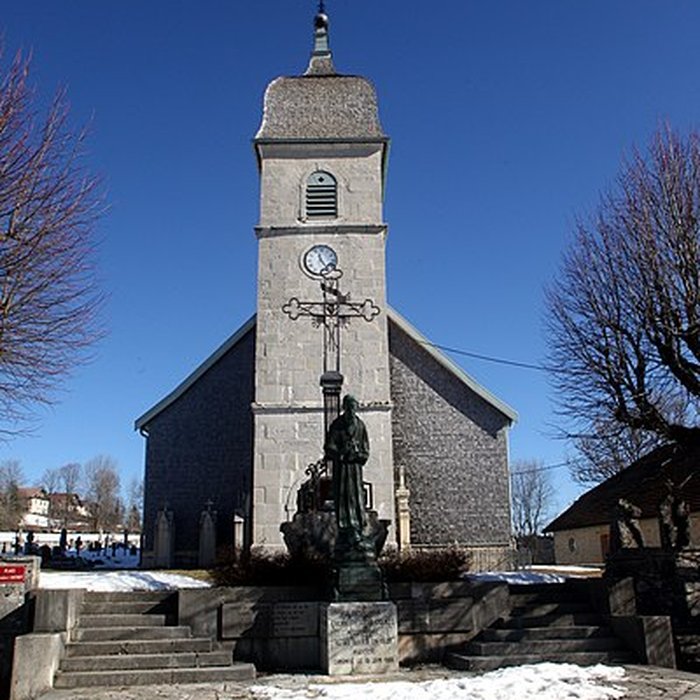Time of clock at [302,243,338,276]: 11:23
